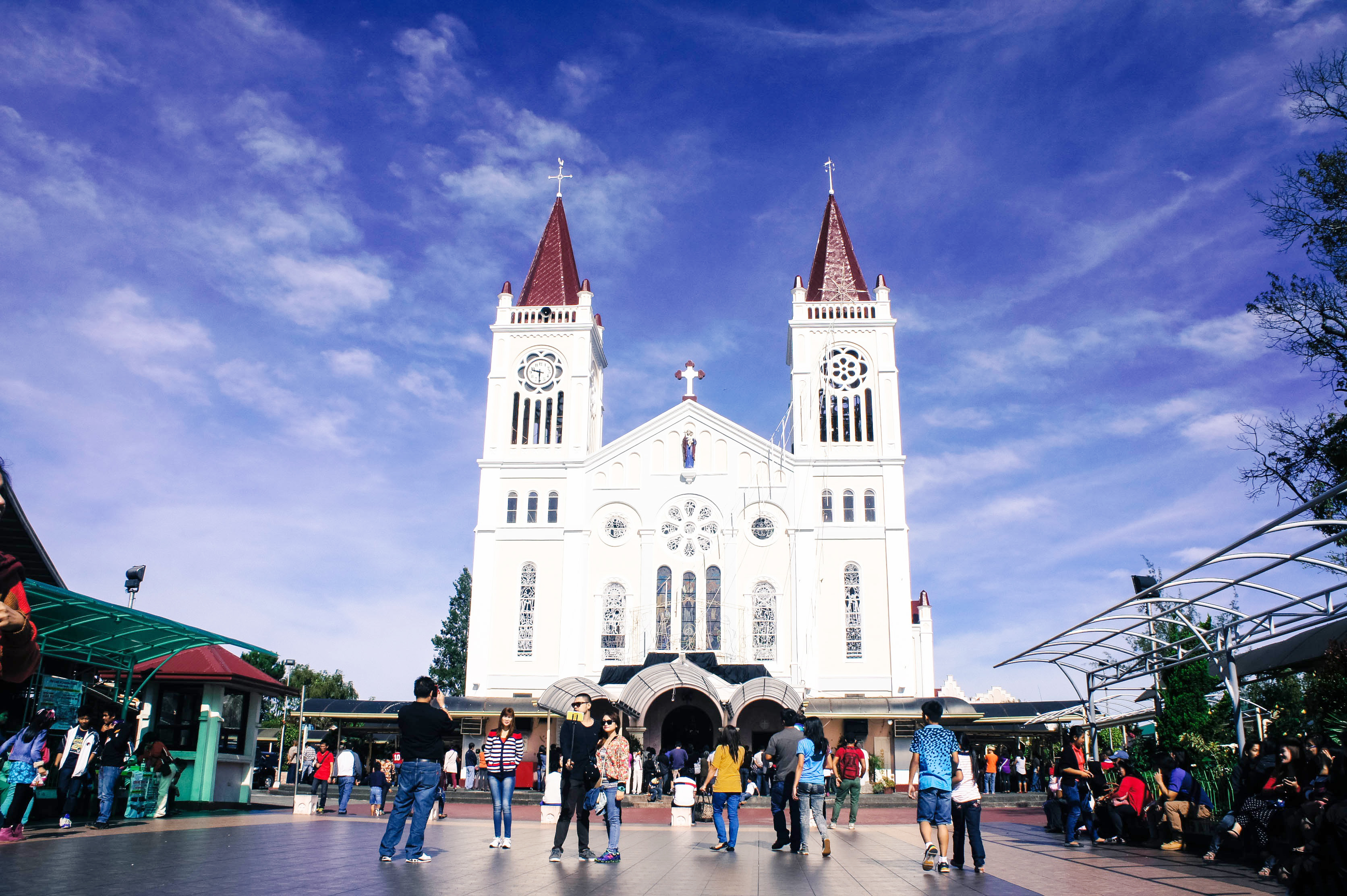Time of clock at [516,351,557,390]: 9:30
